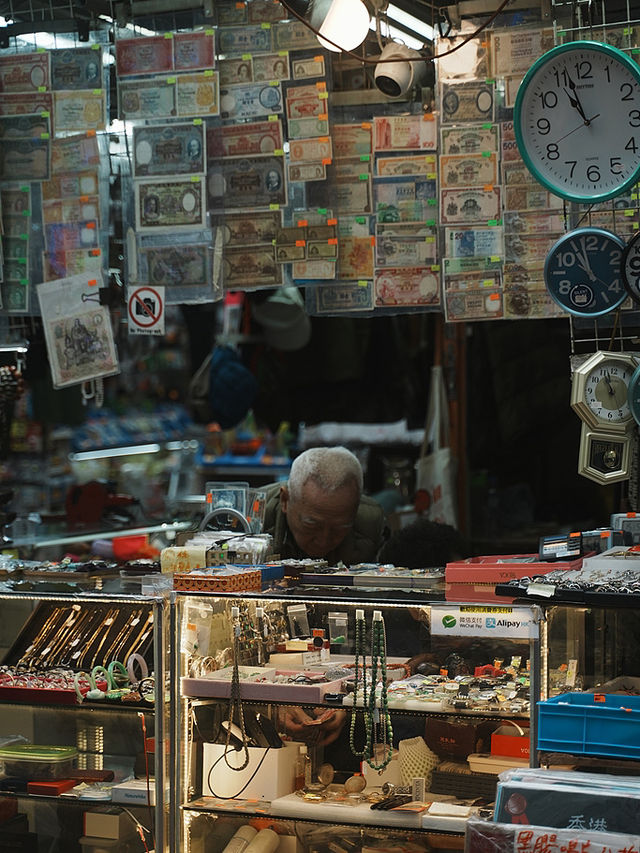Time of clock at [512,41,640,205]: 10:56
